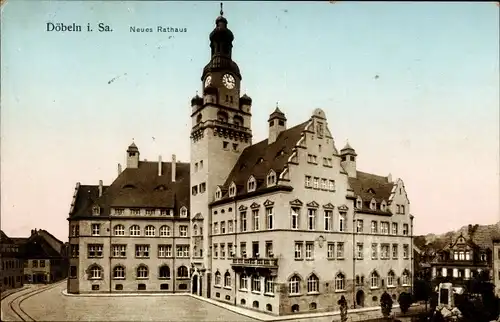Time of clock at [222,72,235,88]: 11:13
